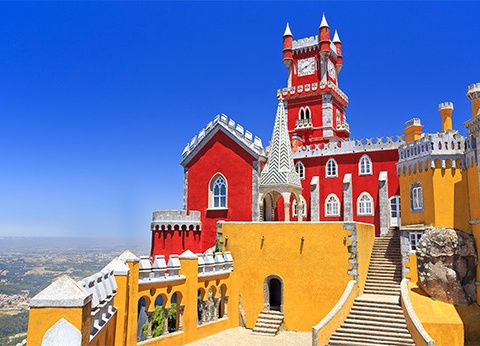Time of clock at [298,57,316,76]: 8:11
